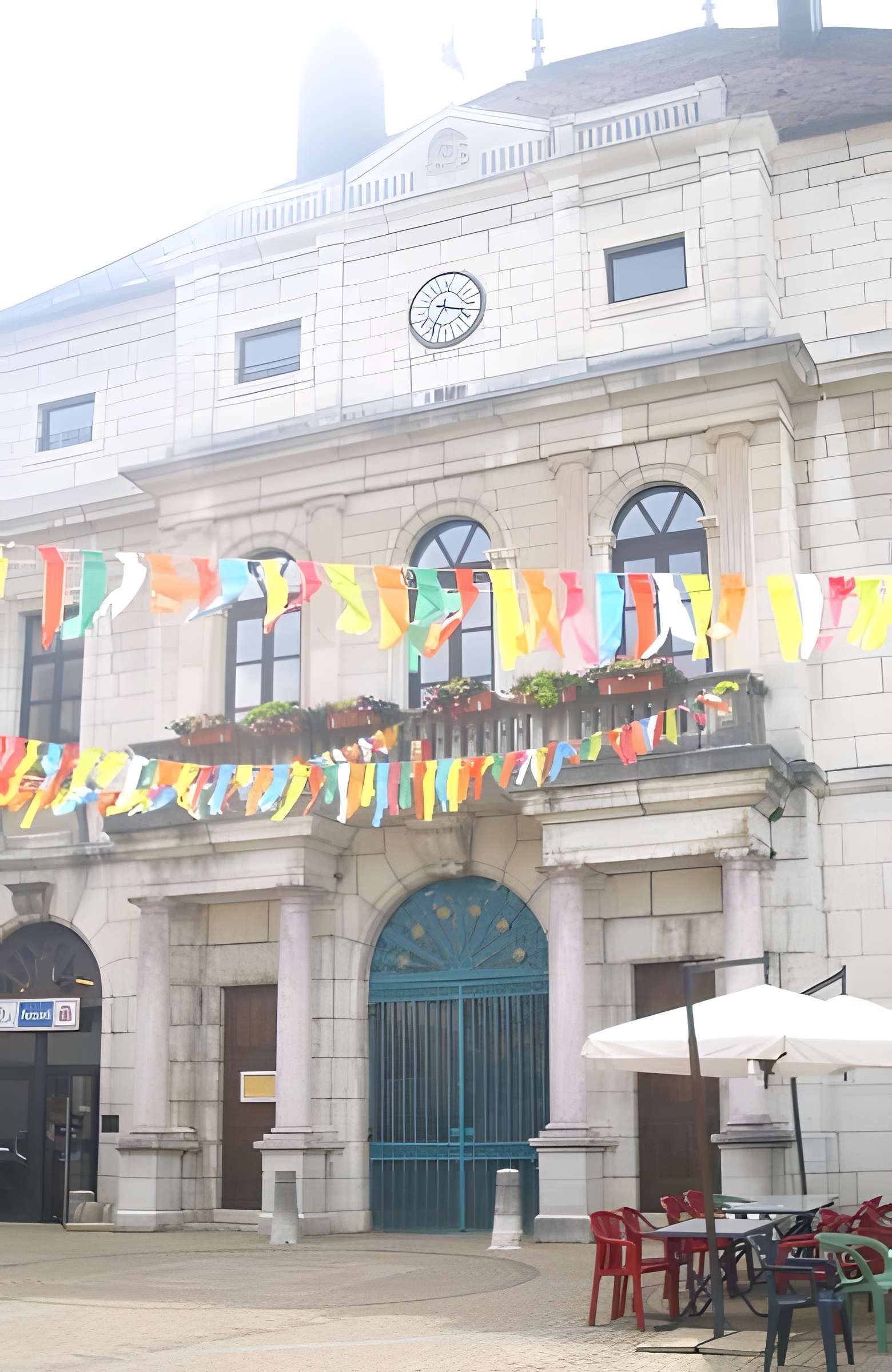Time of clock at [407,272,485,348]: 3:34
